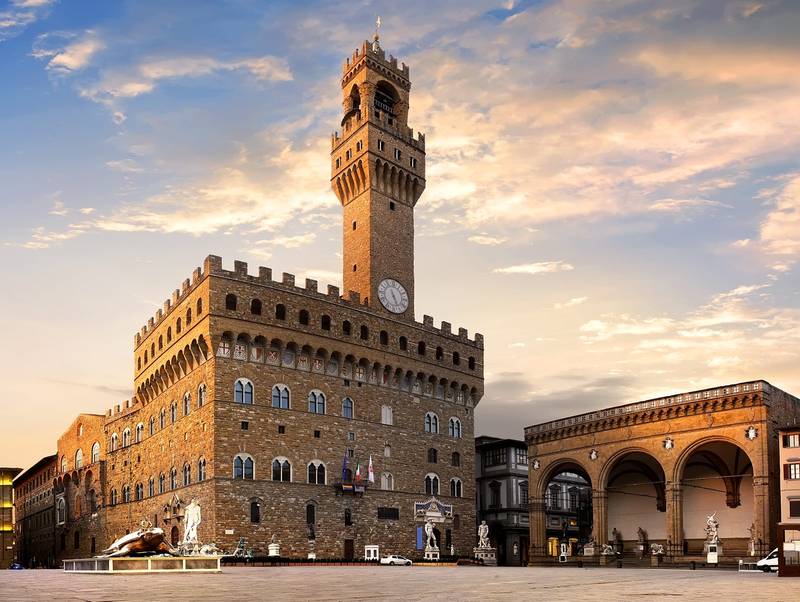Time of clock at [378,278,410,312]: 5:26
